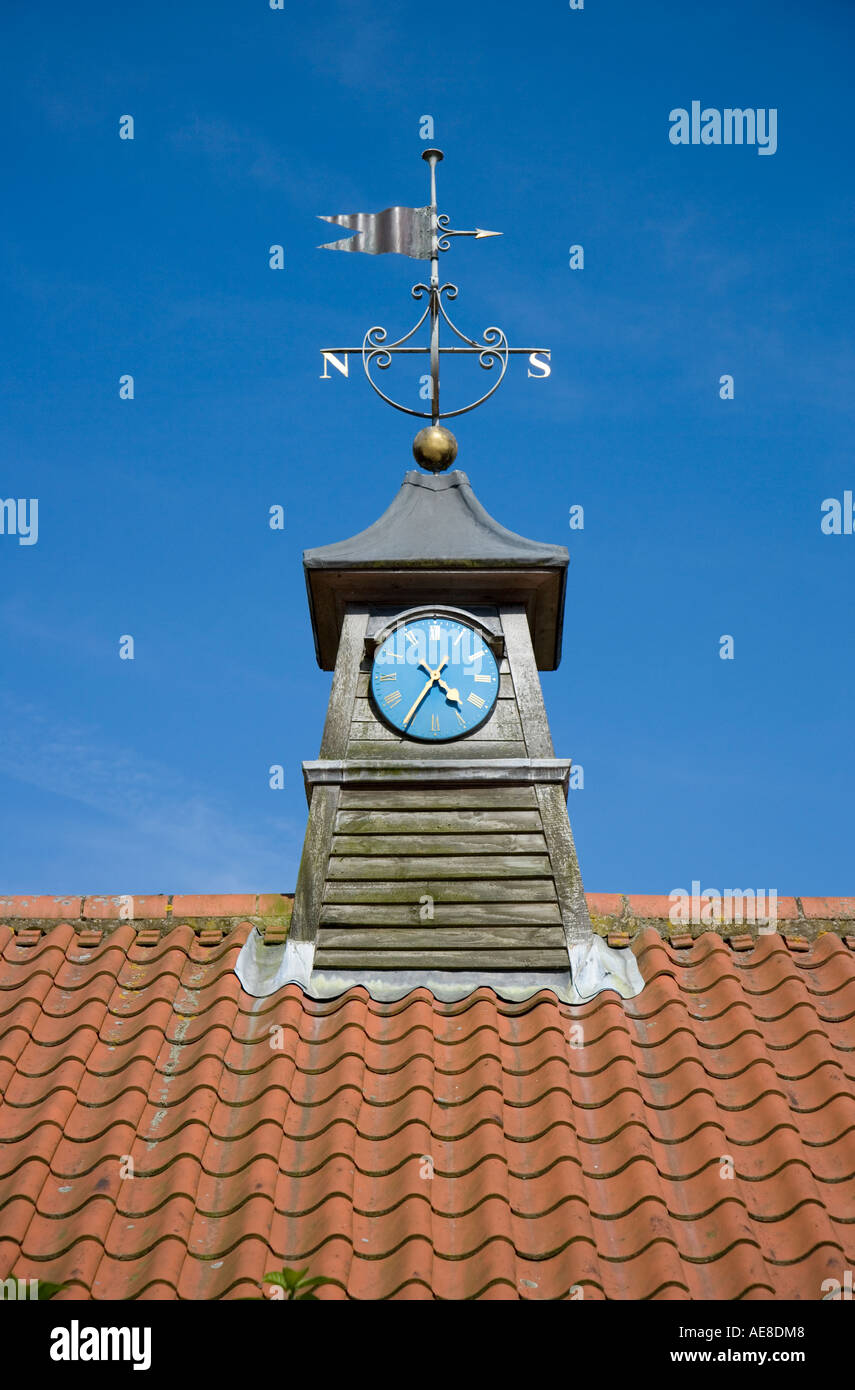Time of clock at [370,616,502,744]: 4:35
